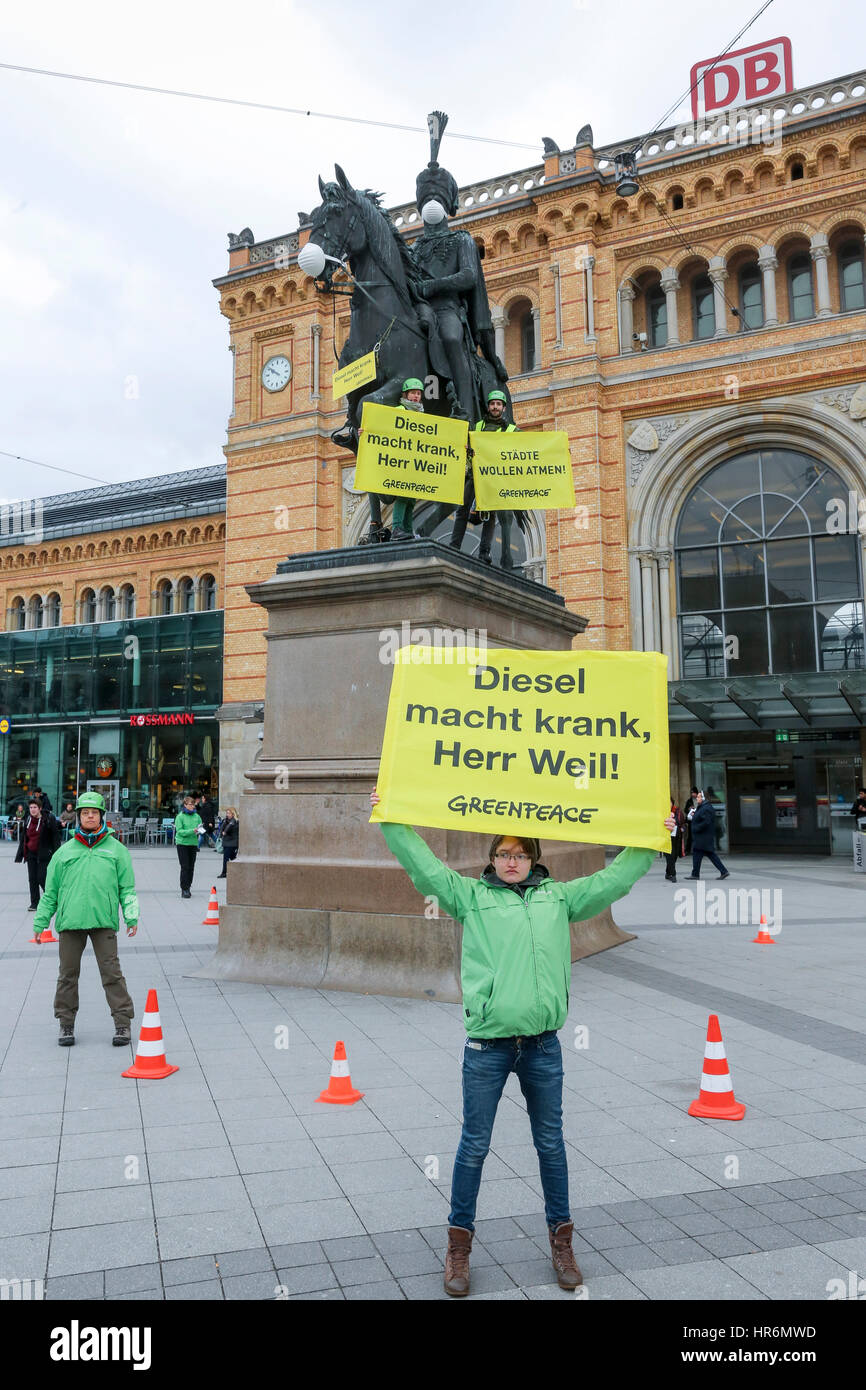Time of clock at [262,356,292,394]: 9:50
